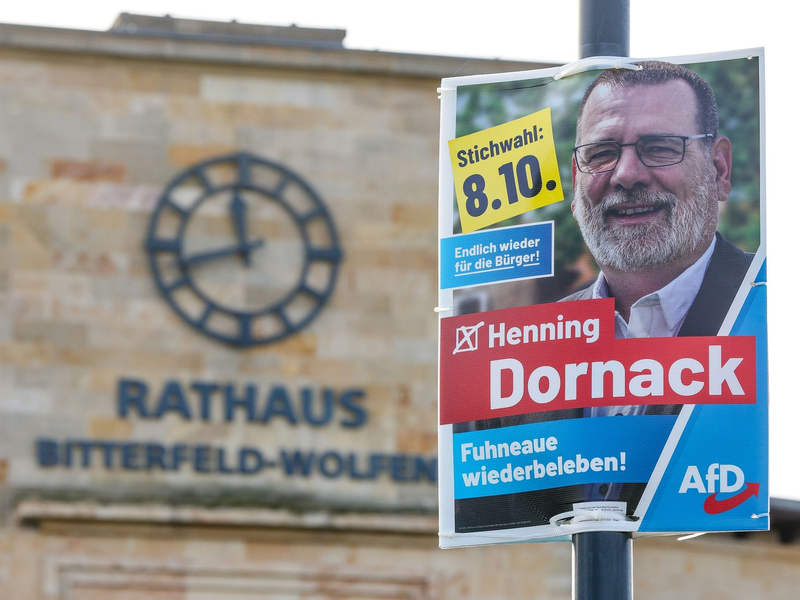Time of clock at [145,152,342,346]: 11:42
